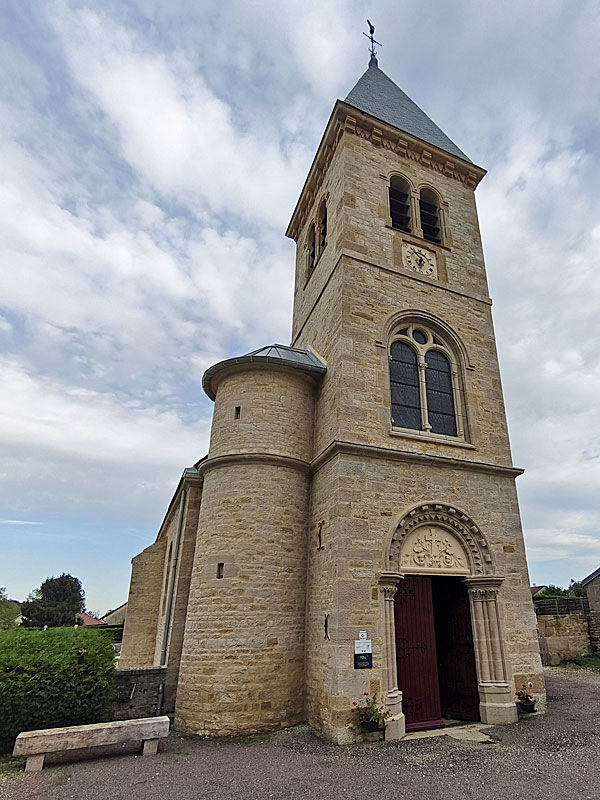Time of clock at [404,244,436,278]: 6:54
